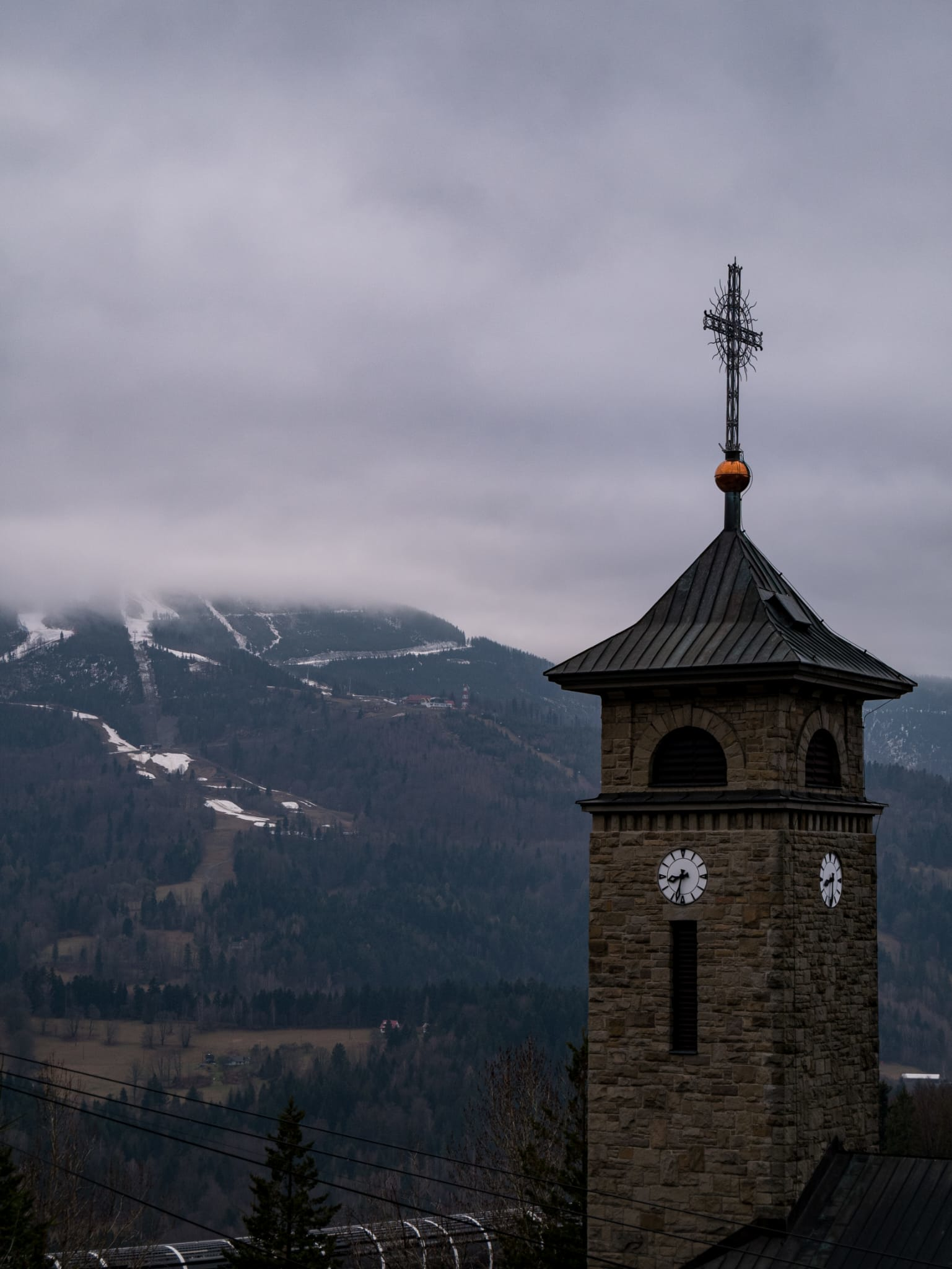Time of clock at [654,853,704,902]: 8:32
